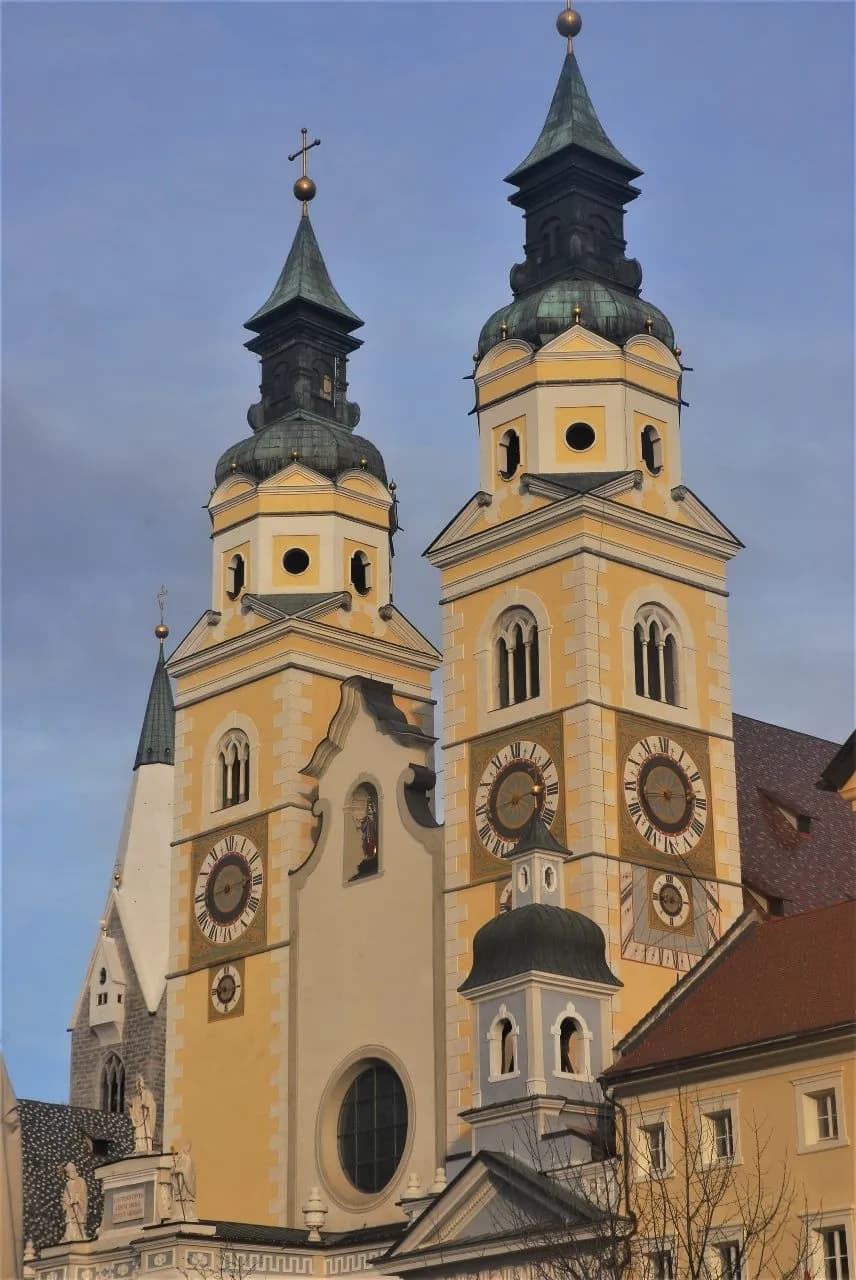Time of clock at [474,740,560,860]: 2:43
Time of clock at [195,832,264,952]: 2:44
